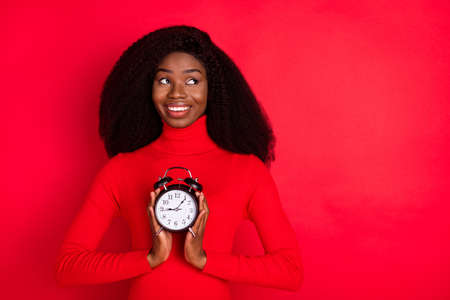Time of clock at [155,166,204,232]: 9:06
